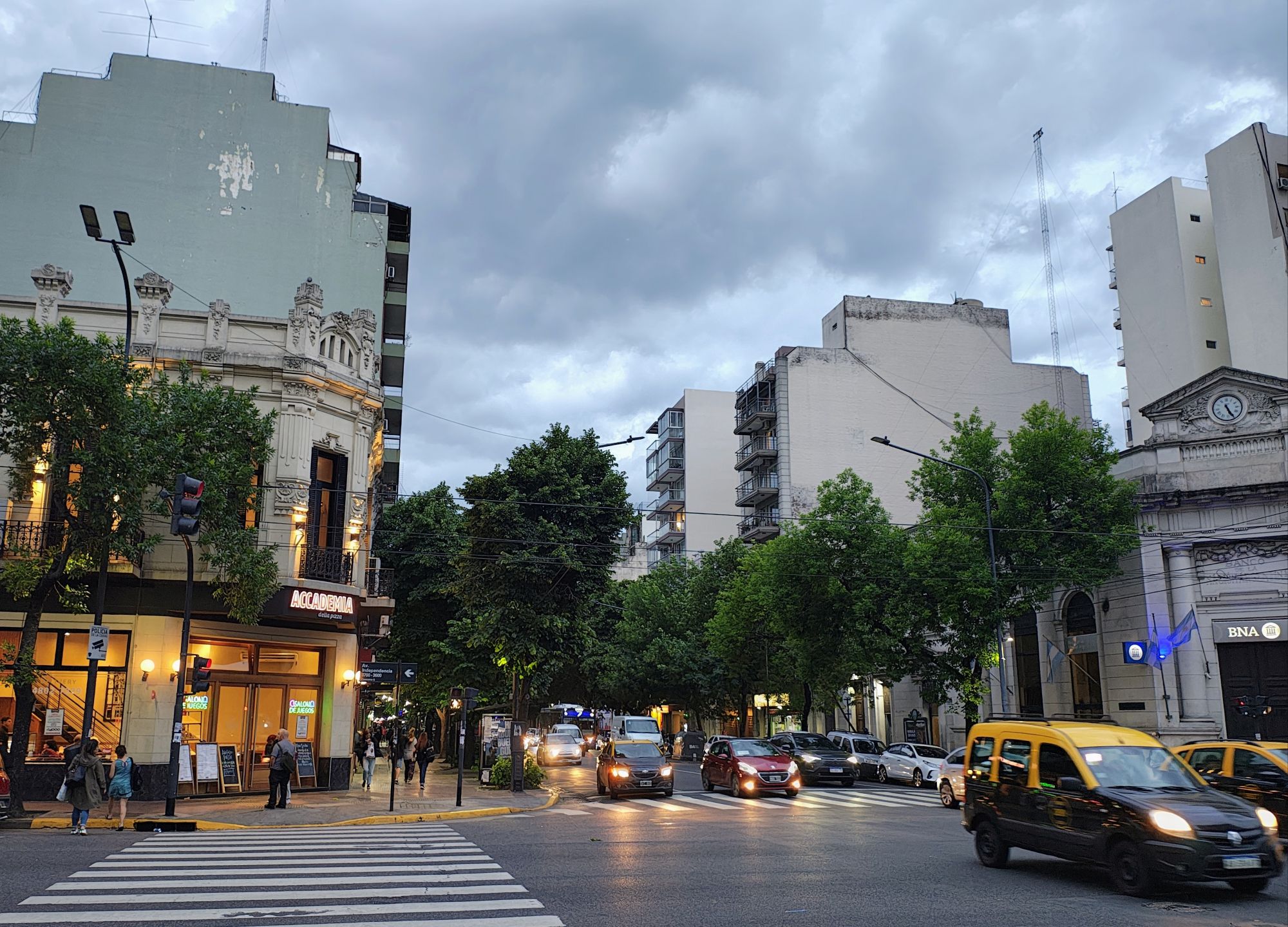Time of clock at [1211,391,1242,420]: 11:25
